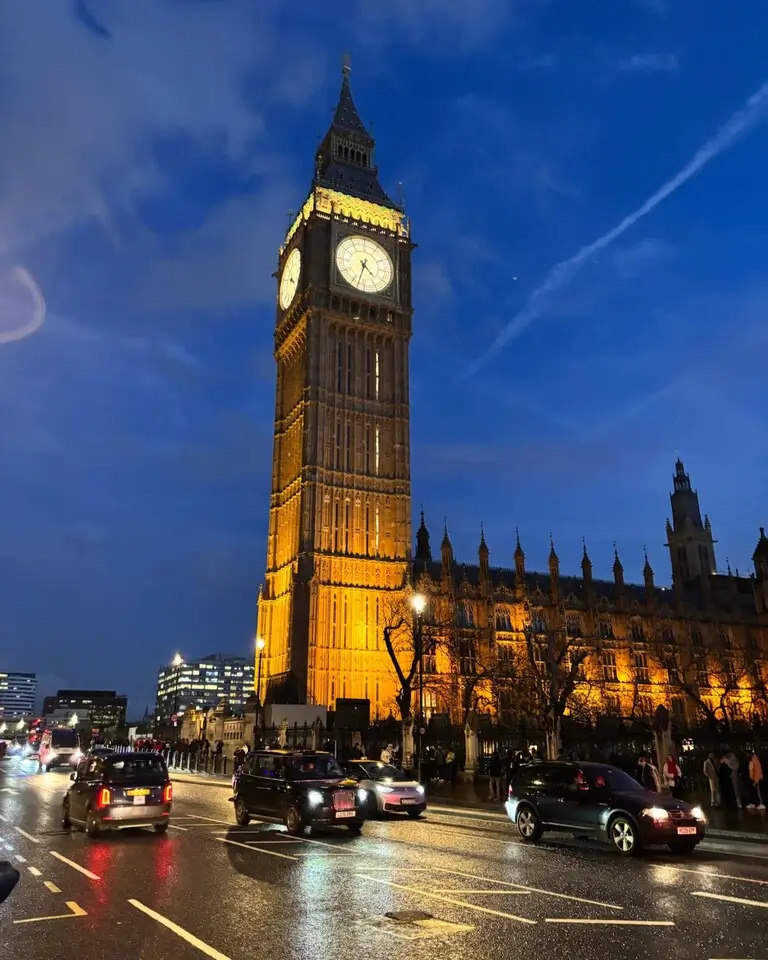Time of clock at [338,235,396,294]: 4:32
